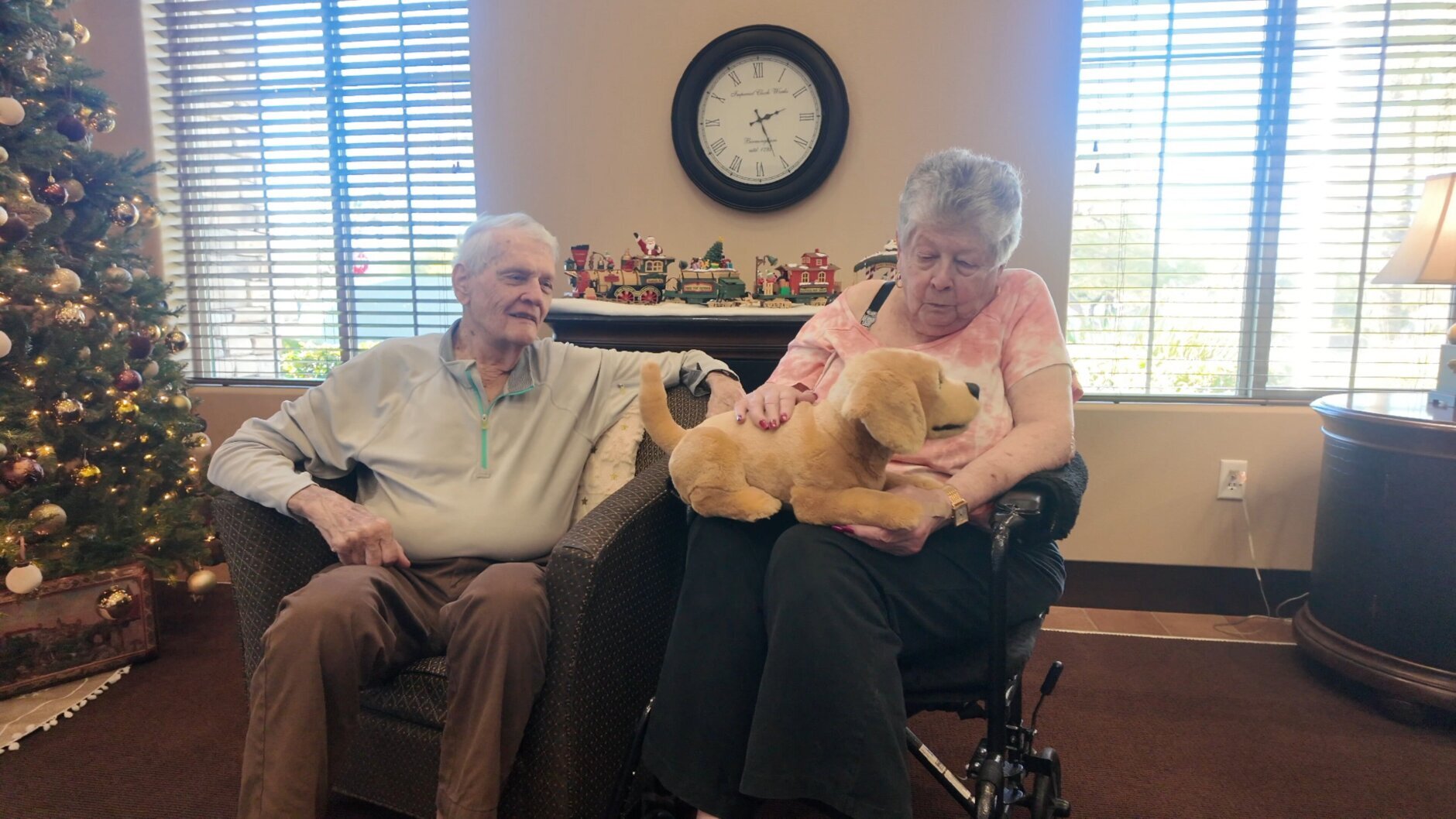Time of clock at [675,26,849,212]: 2:25
